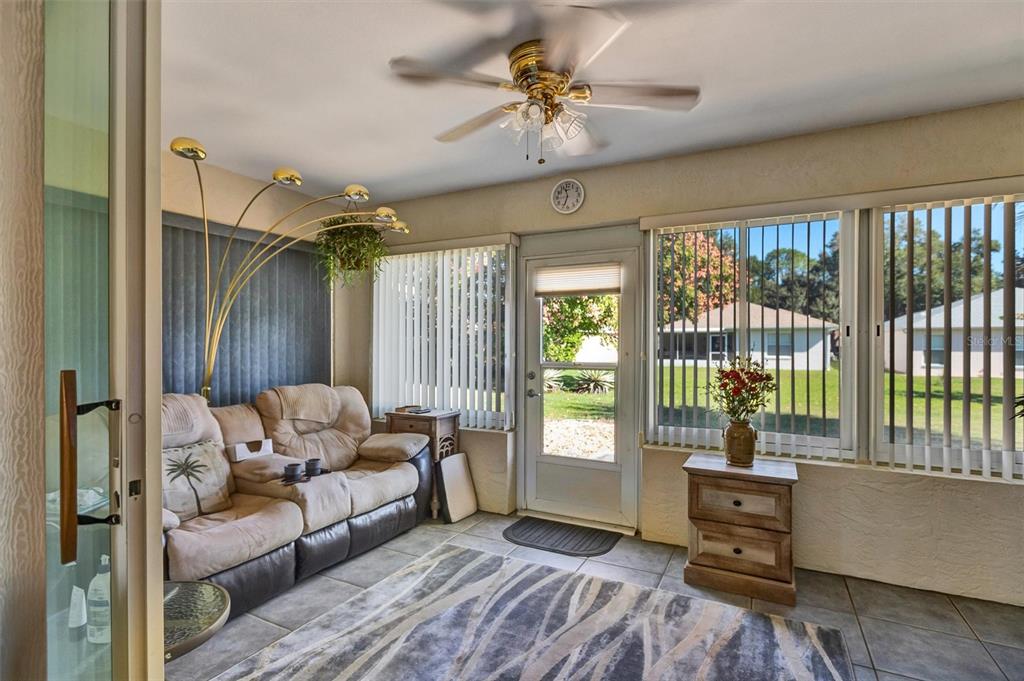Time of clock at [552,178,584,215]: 11:33
